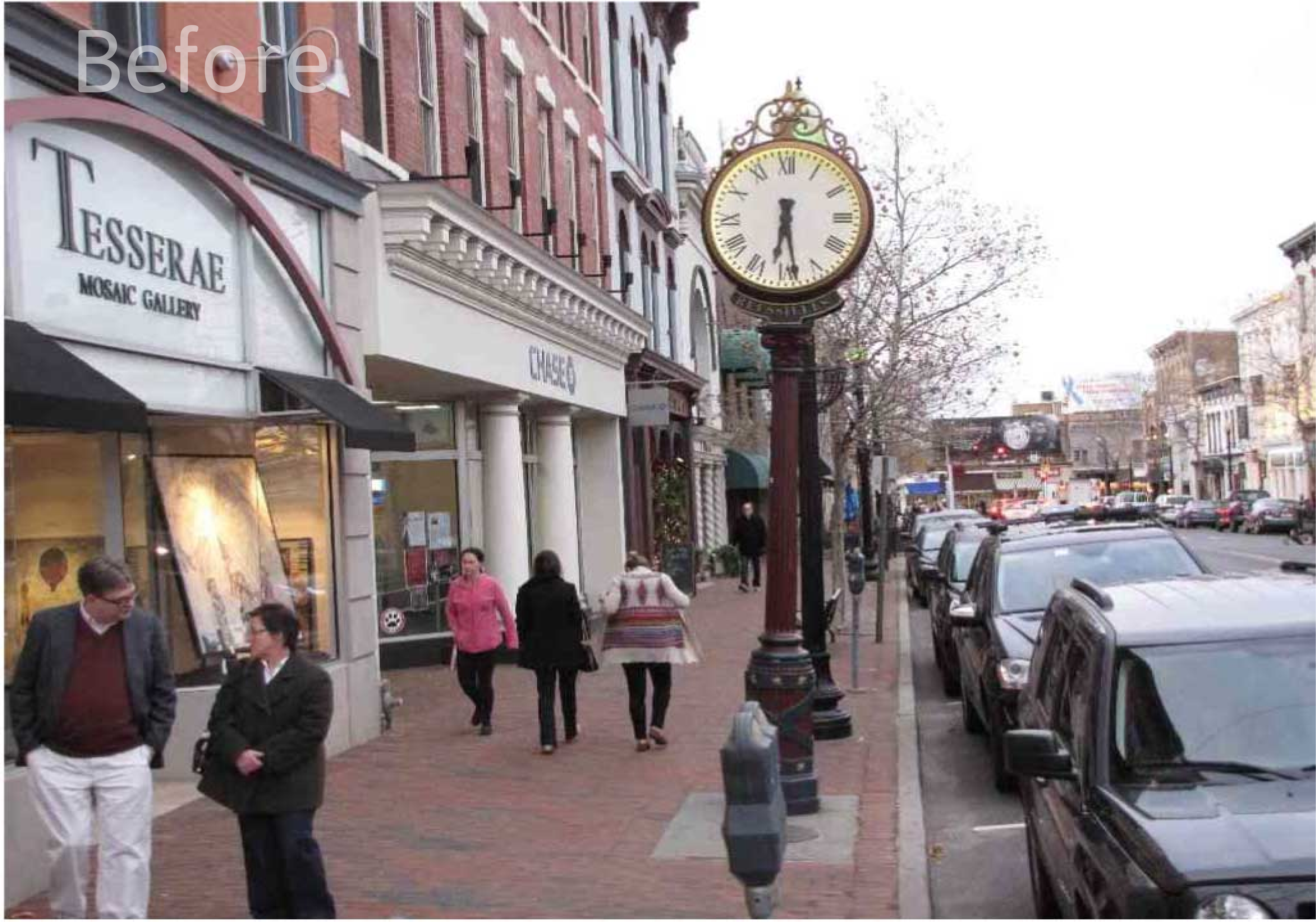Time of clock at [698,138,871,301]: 6:28
